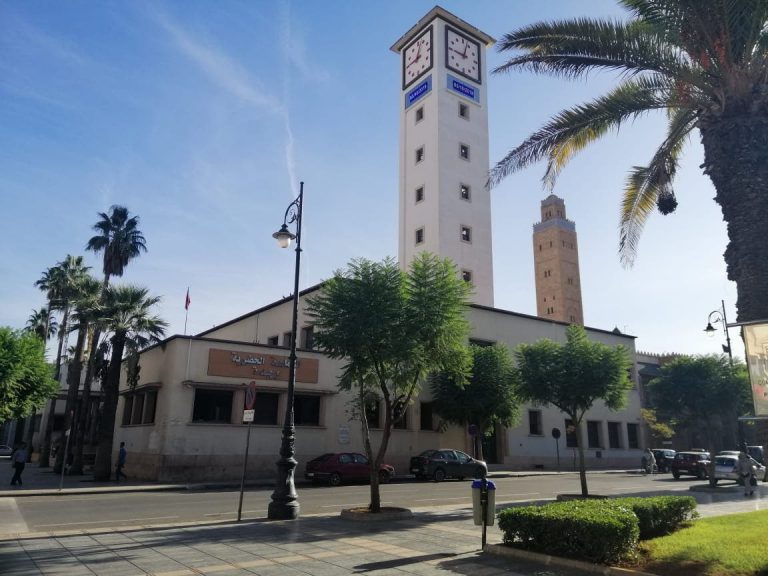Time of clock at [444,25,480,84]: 9:02
